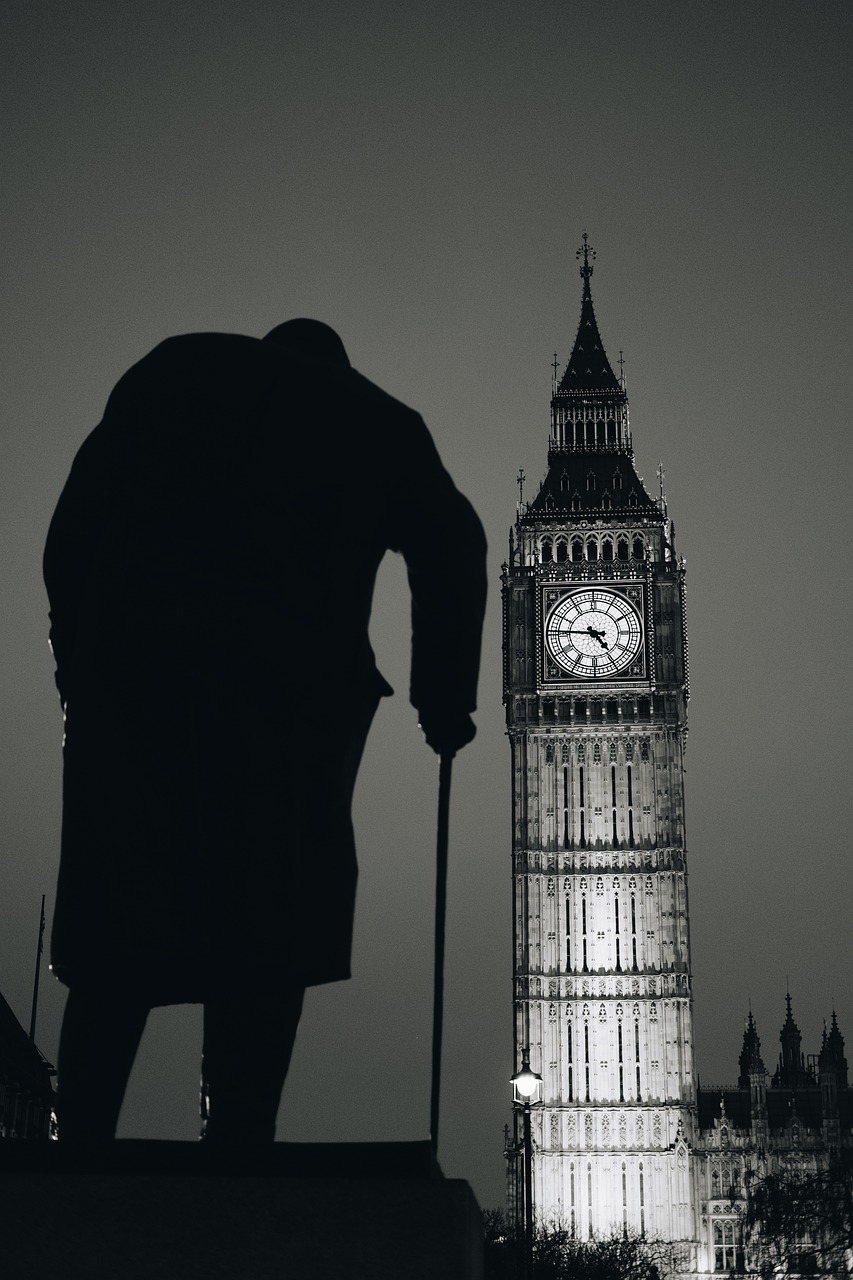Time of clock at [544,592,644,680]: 4:45
